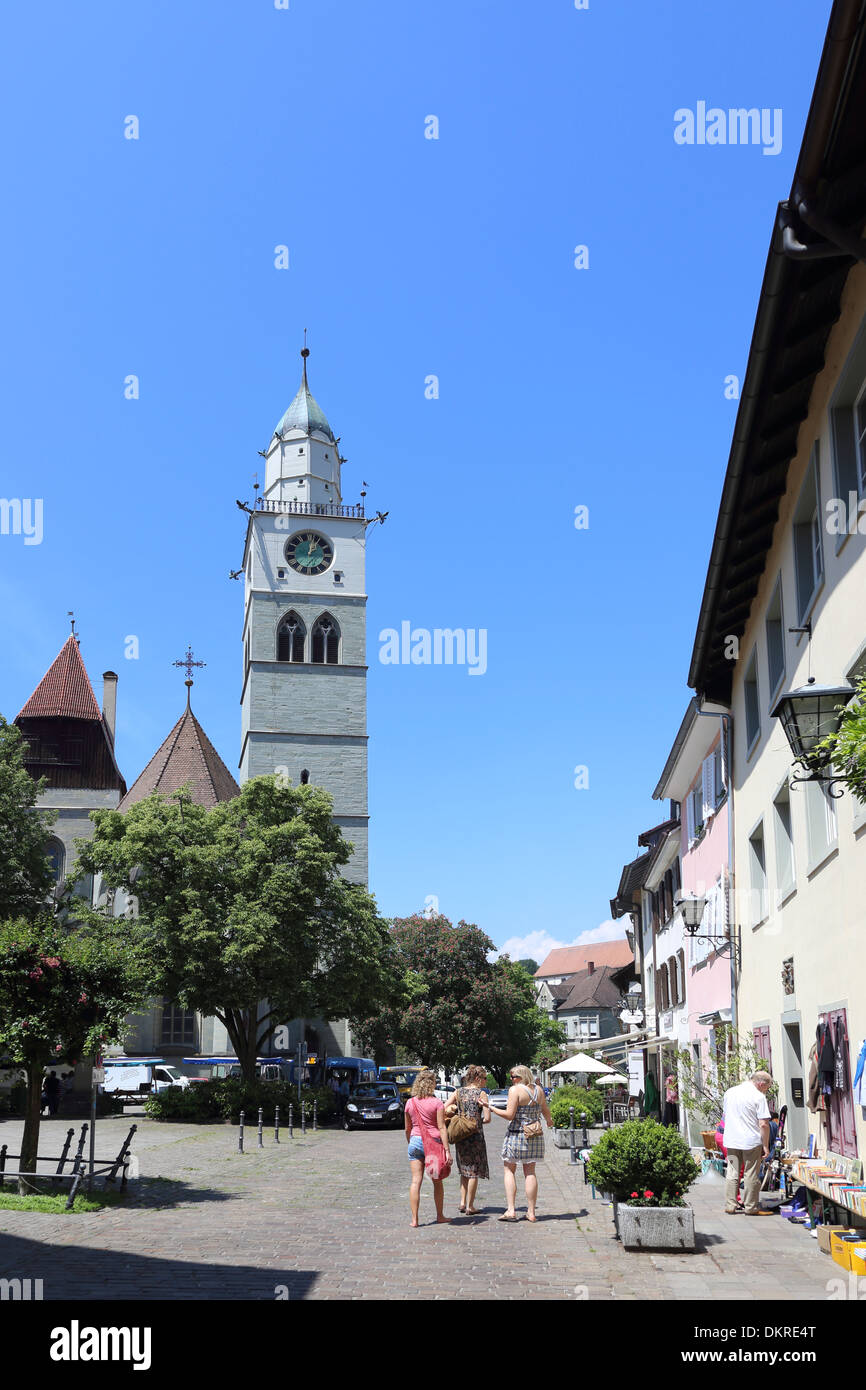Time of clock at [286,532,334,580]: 1:02
